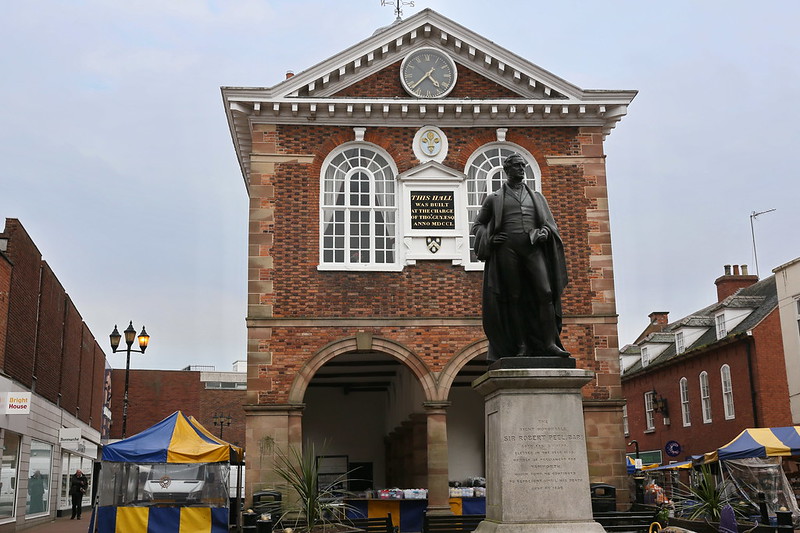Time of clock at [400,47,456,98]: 4:37
